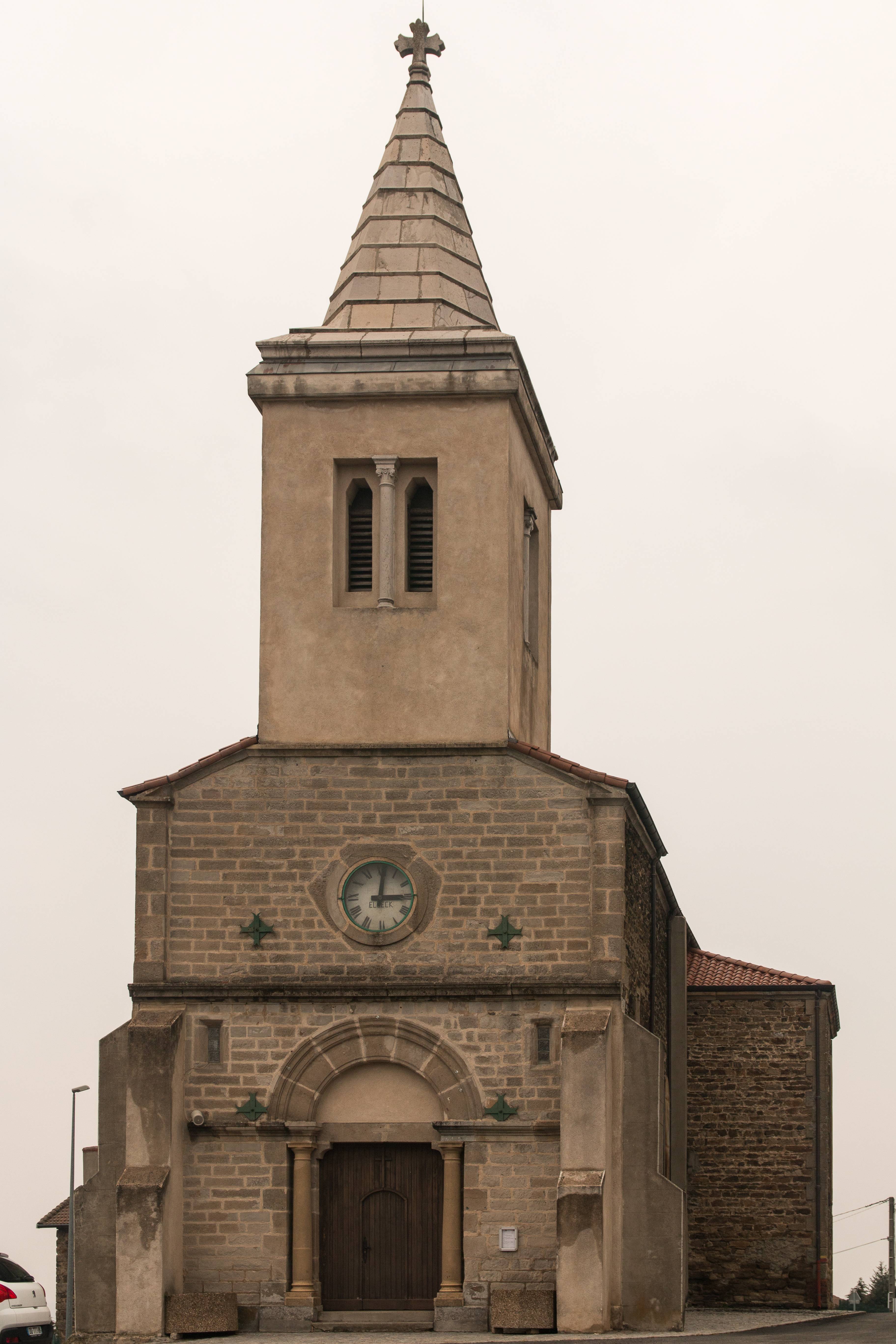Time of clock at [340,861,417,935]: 12:14
